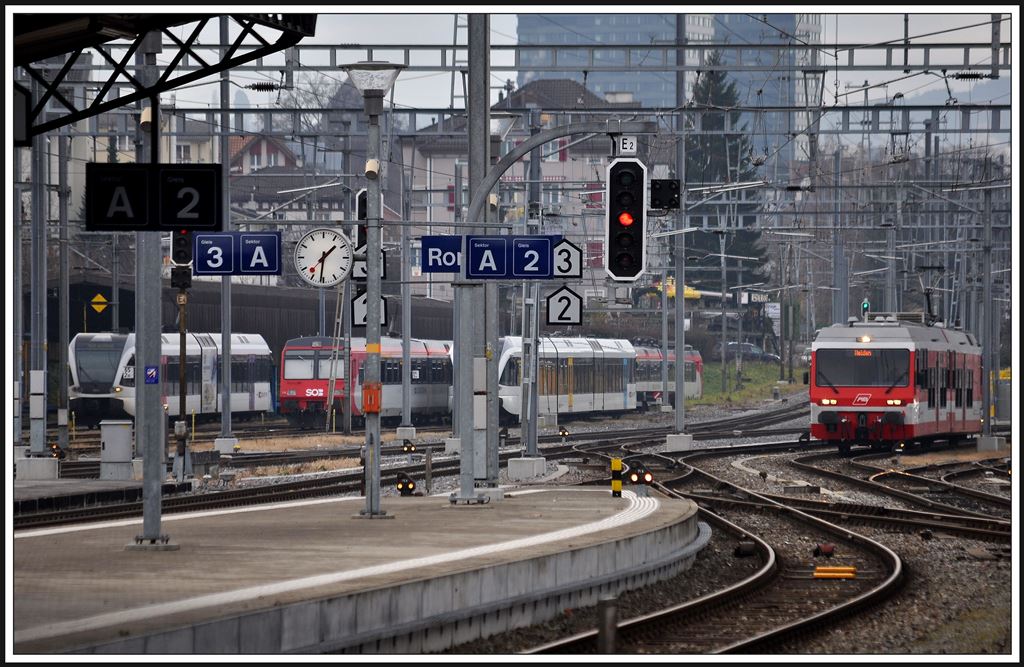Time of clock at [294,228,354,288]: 1:31
